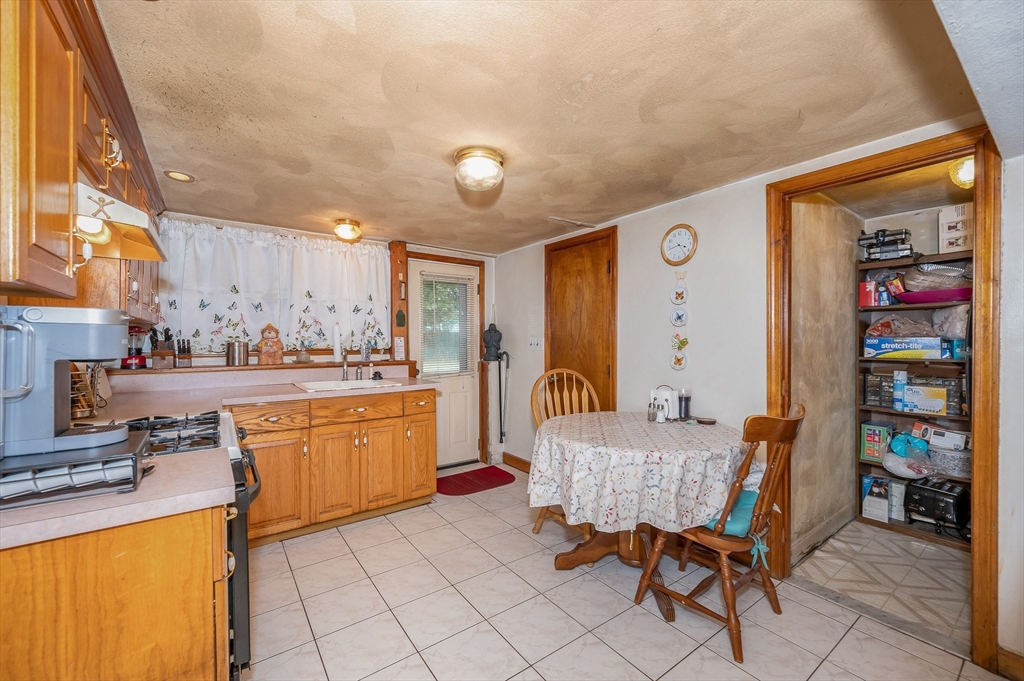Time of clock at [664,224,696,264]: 3:42
